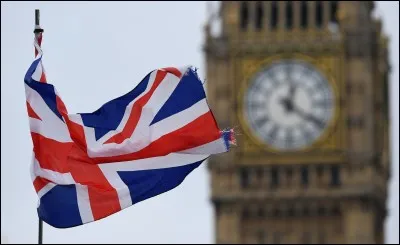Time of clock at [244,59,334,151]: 12:21
